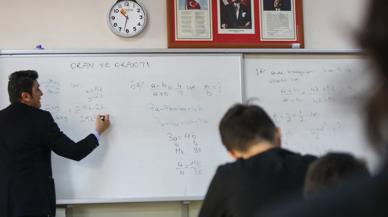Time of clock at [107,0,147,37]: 10:32
